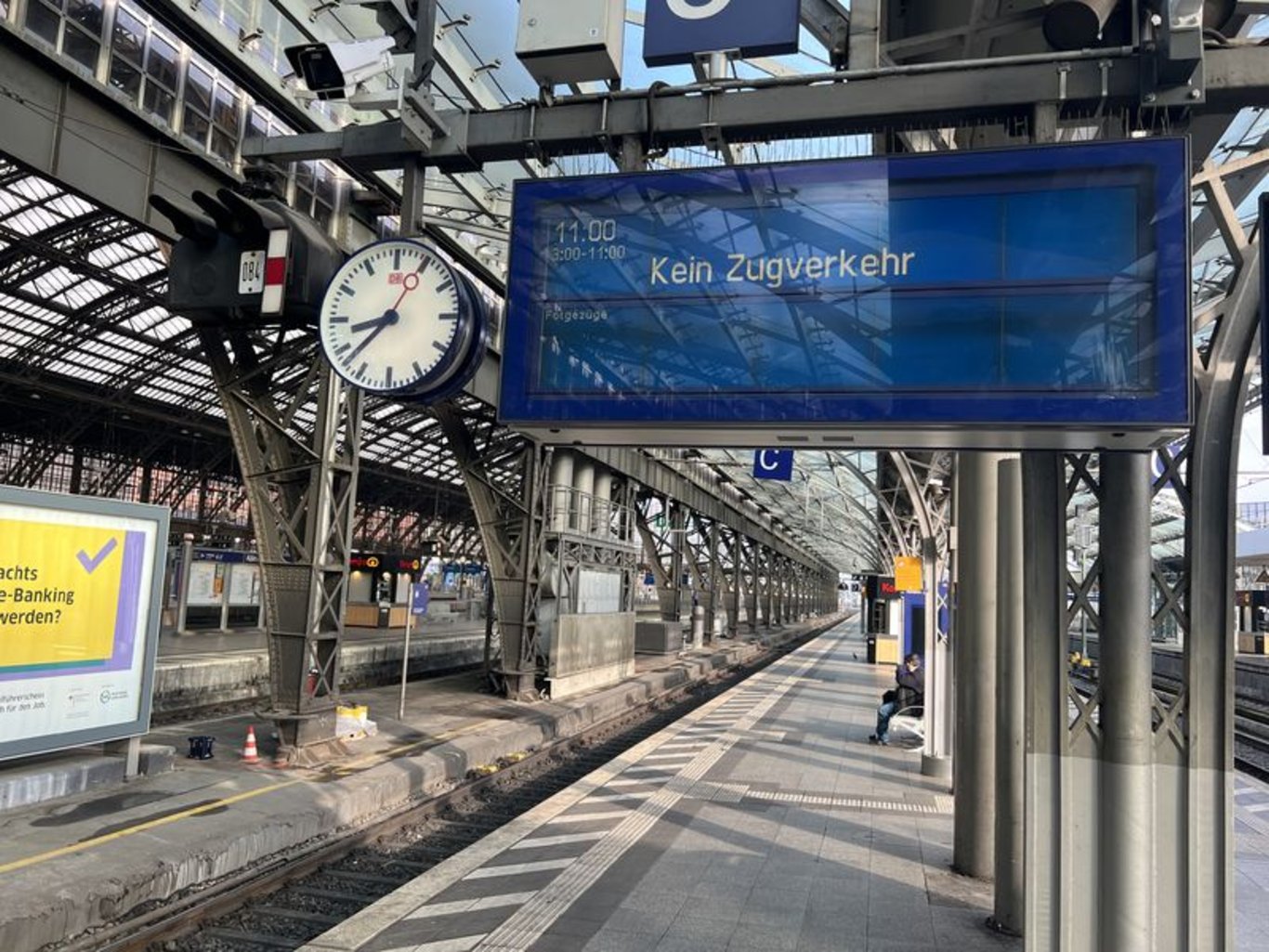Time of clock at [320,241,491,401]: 8:37
